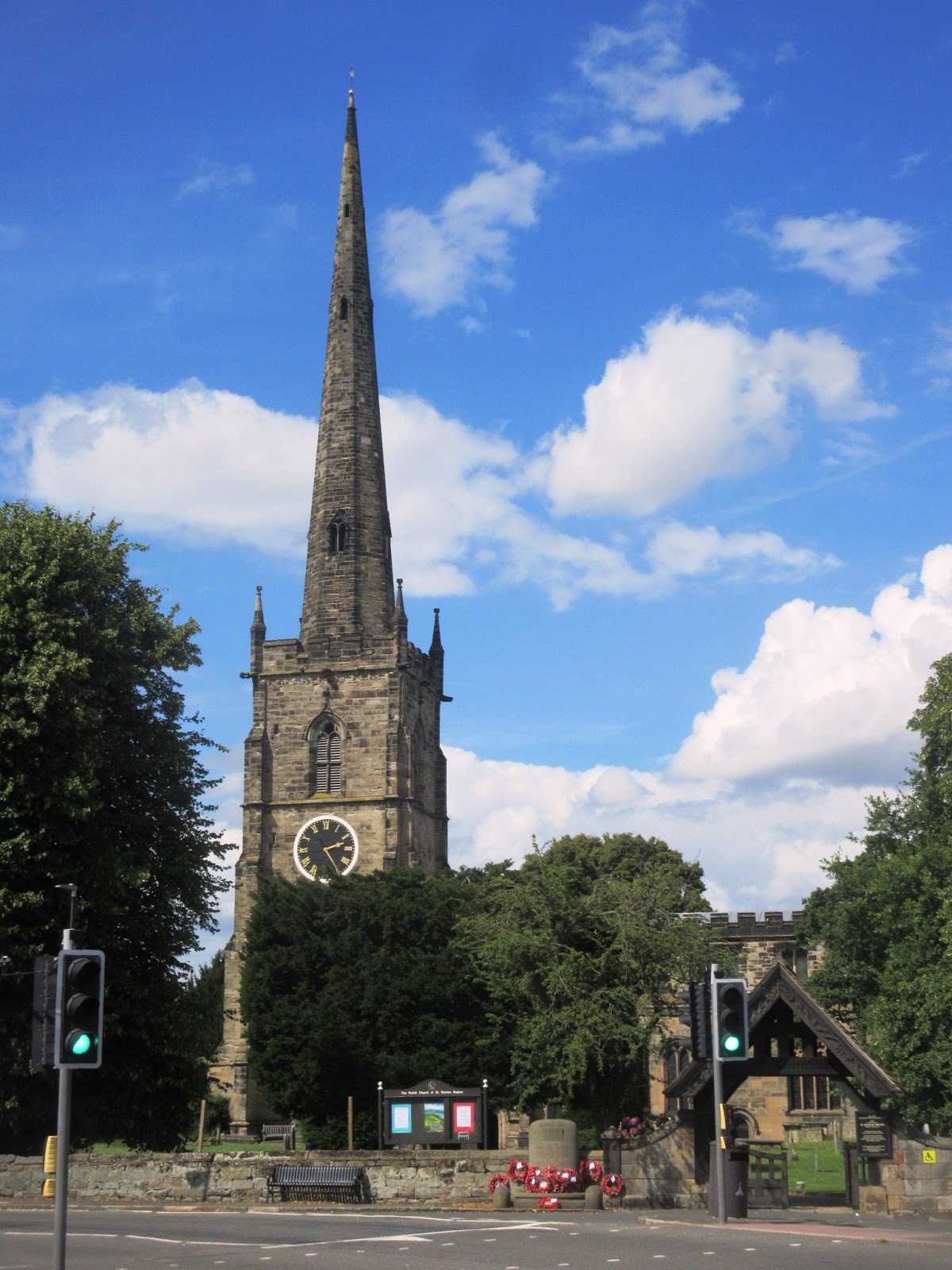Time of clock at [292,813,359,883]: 2:24
